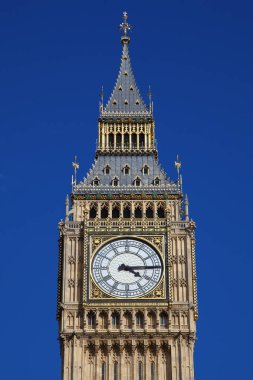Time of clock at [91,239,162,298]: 4:14
